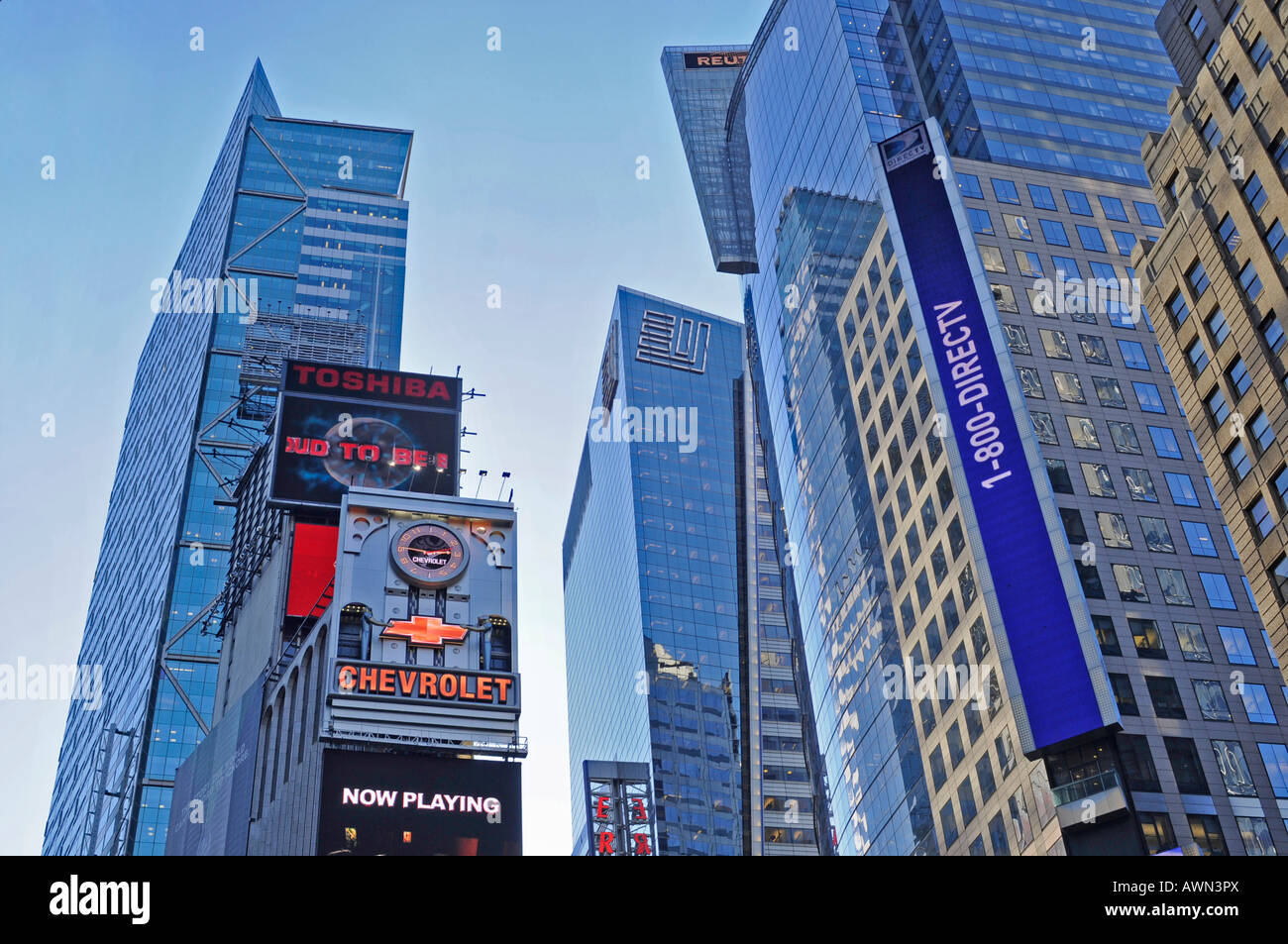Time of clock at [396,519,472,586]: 2:45
